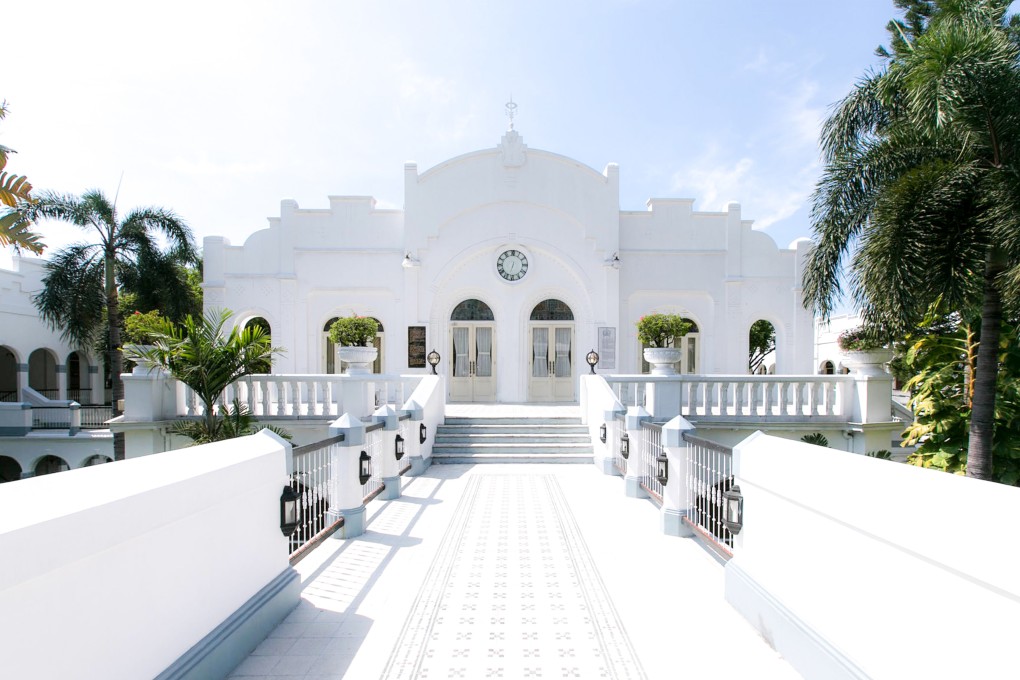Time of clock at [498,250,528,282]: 6:32
